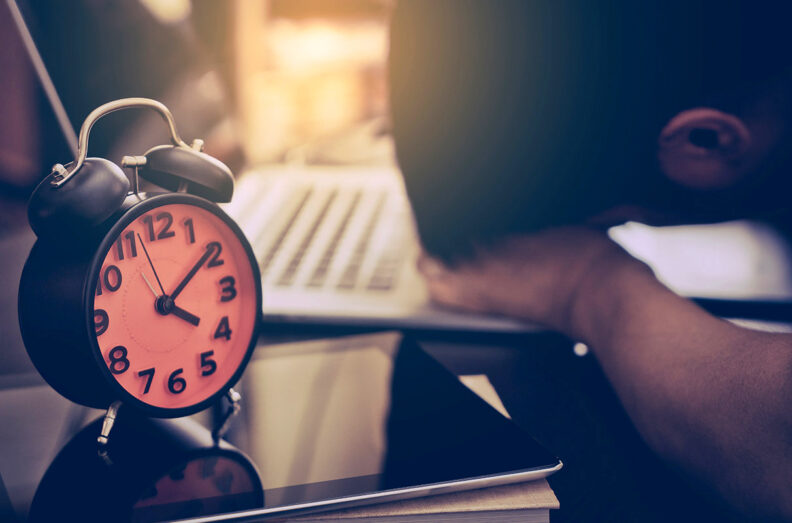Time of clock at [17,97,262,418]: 4:09
